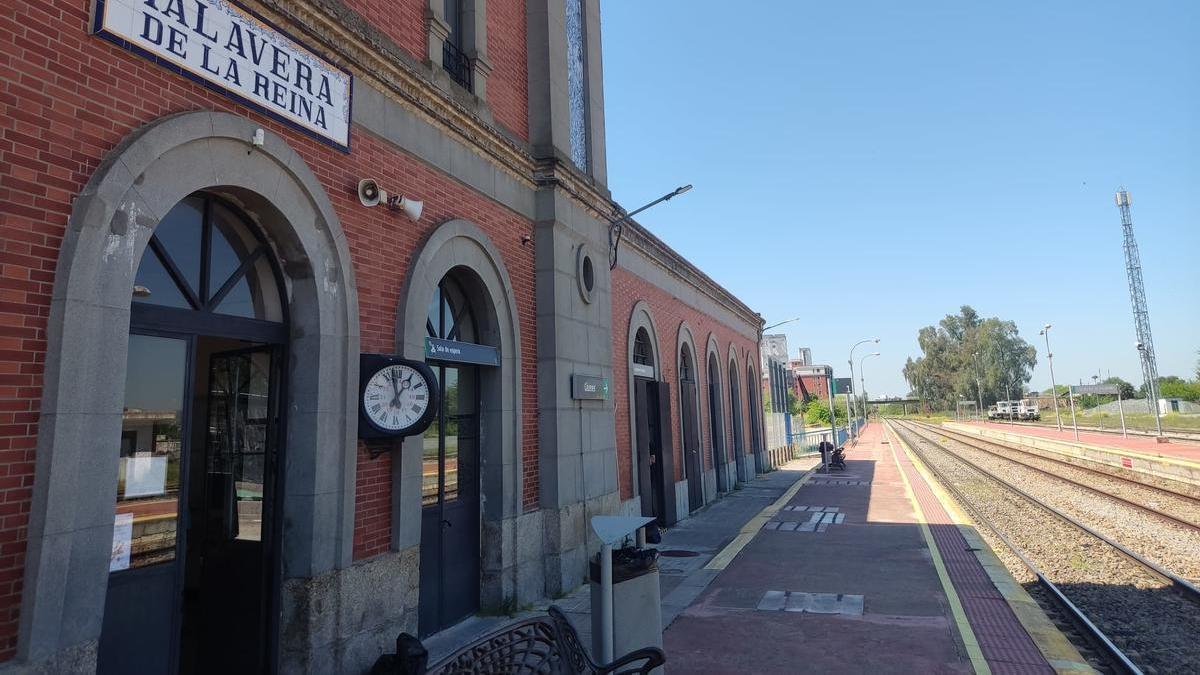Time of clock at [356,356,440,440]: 12:57
